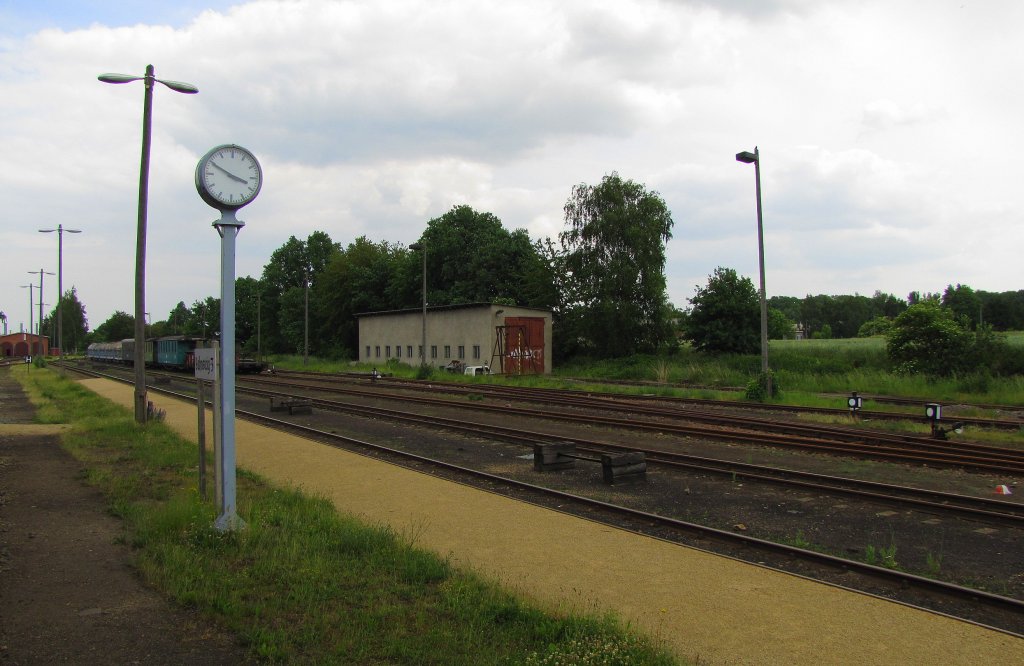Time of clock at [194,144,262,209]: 3:49
